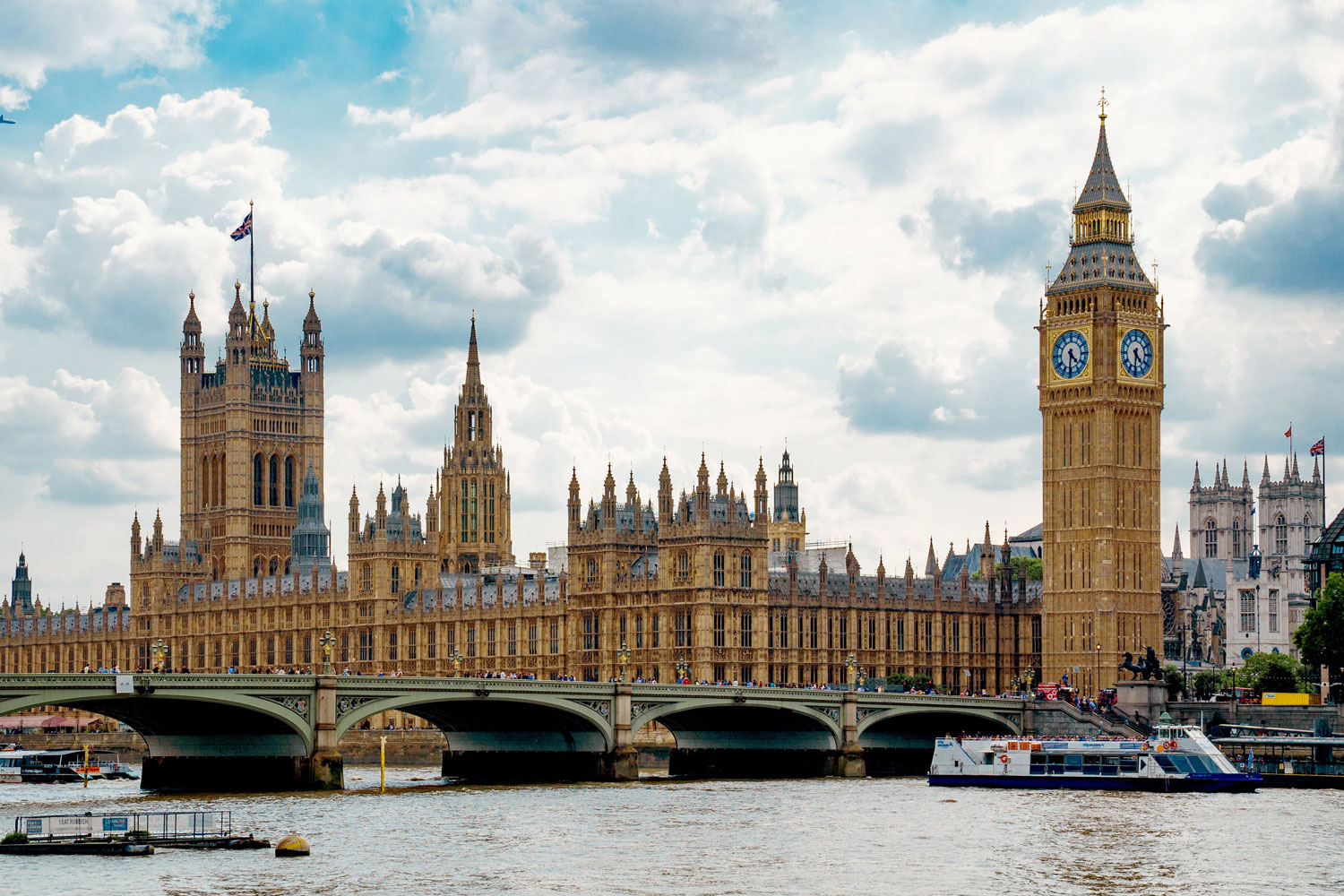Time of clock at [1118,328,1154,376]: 4:31
